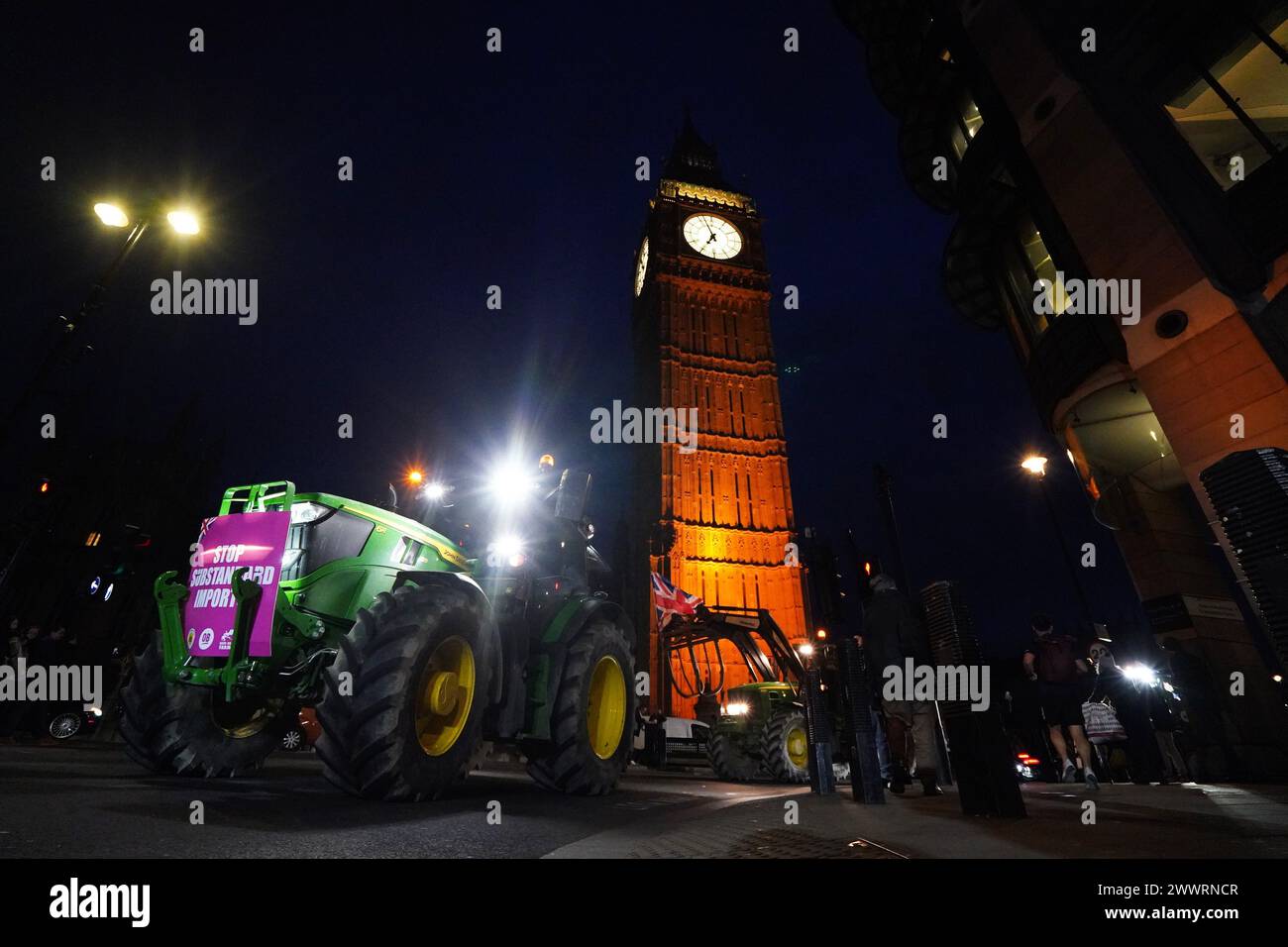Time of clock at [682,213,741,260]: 6:56
